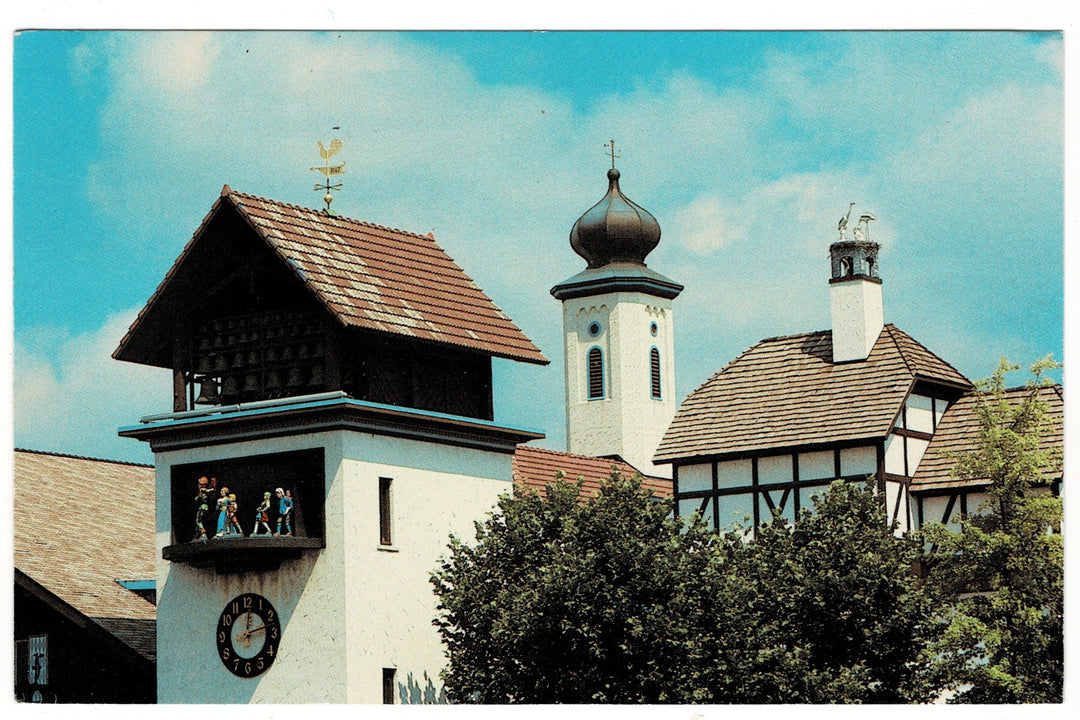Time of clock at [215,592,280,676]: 12:12
